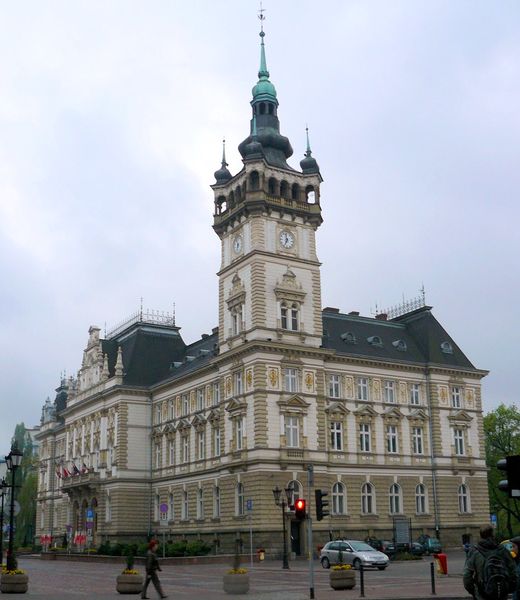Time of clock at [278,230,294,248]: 6:58
